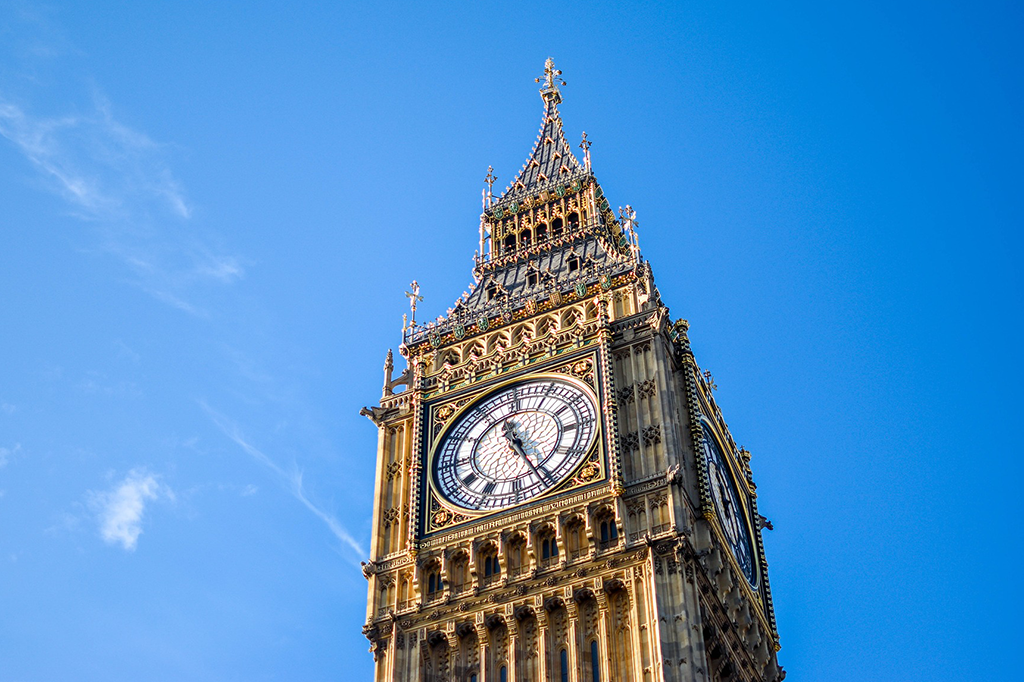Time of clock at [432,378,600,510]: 11:25
